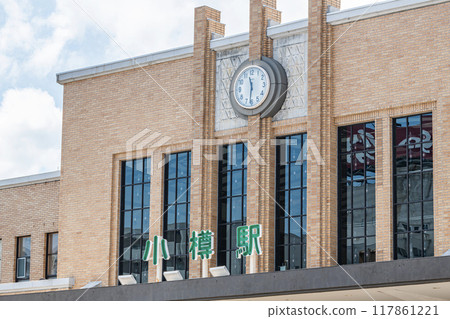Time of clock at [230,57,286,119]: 11:31
